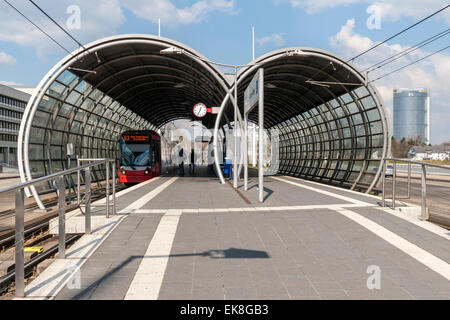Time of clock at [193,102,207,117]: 12:34
